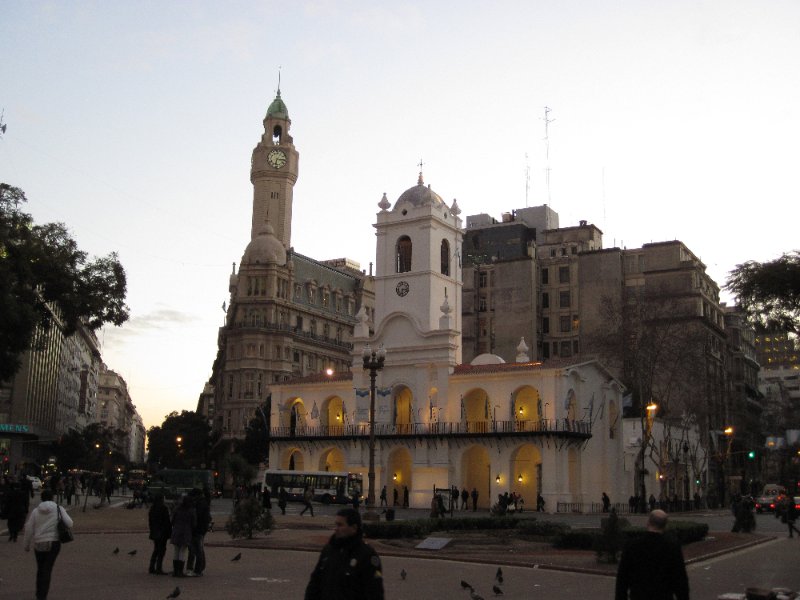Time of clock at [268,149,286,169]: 6:15
